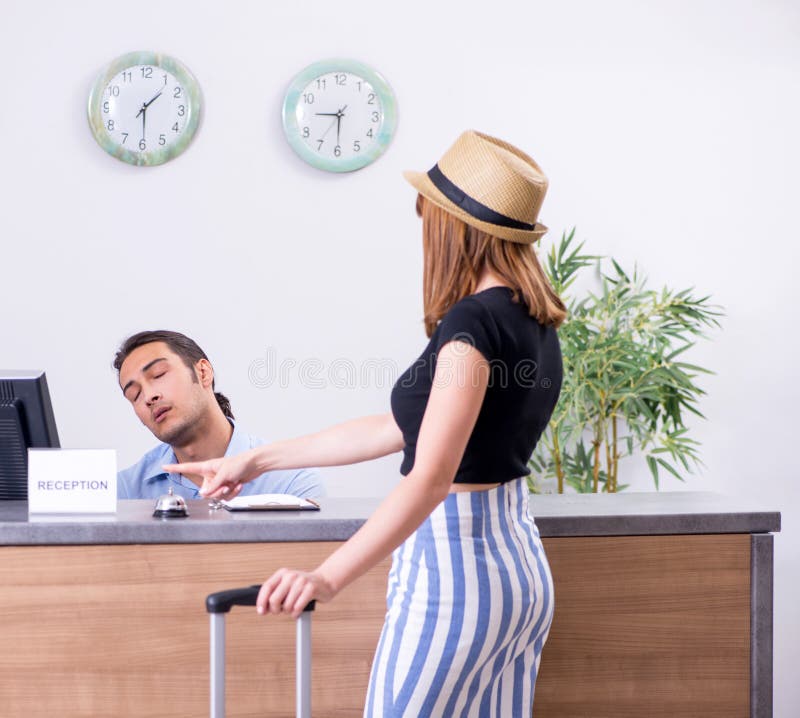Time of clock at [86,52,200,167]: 1:29
